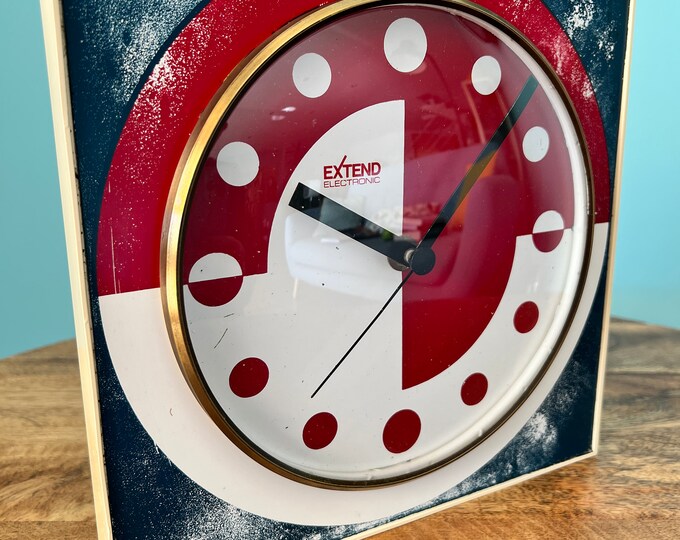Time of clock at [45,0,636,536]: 10:07
